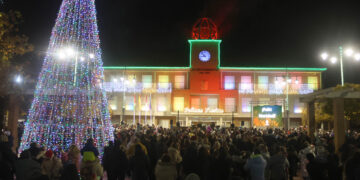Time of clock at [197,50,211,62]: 8:53
